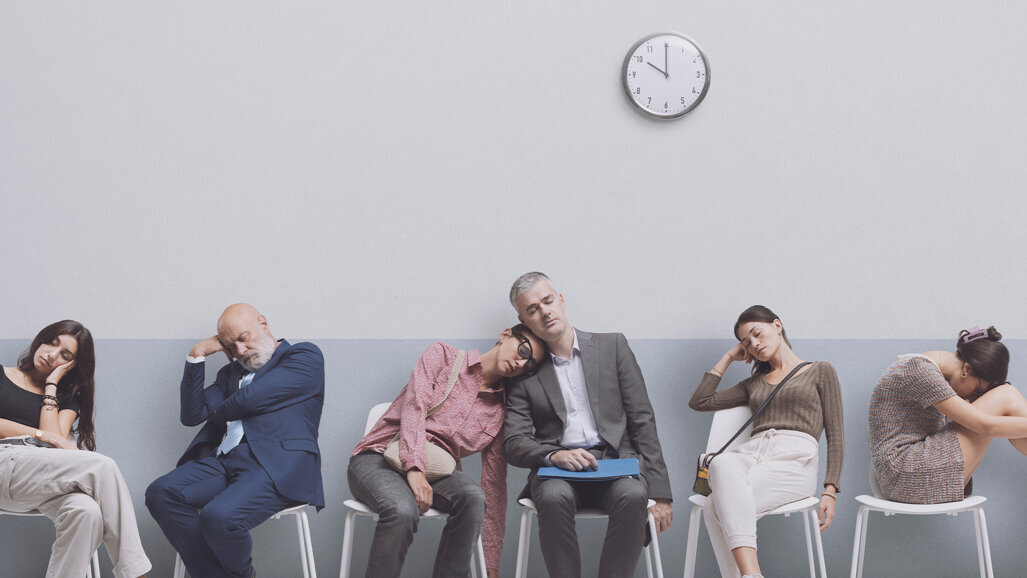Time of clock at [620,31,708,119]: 9:59
